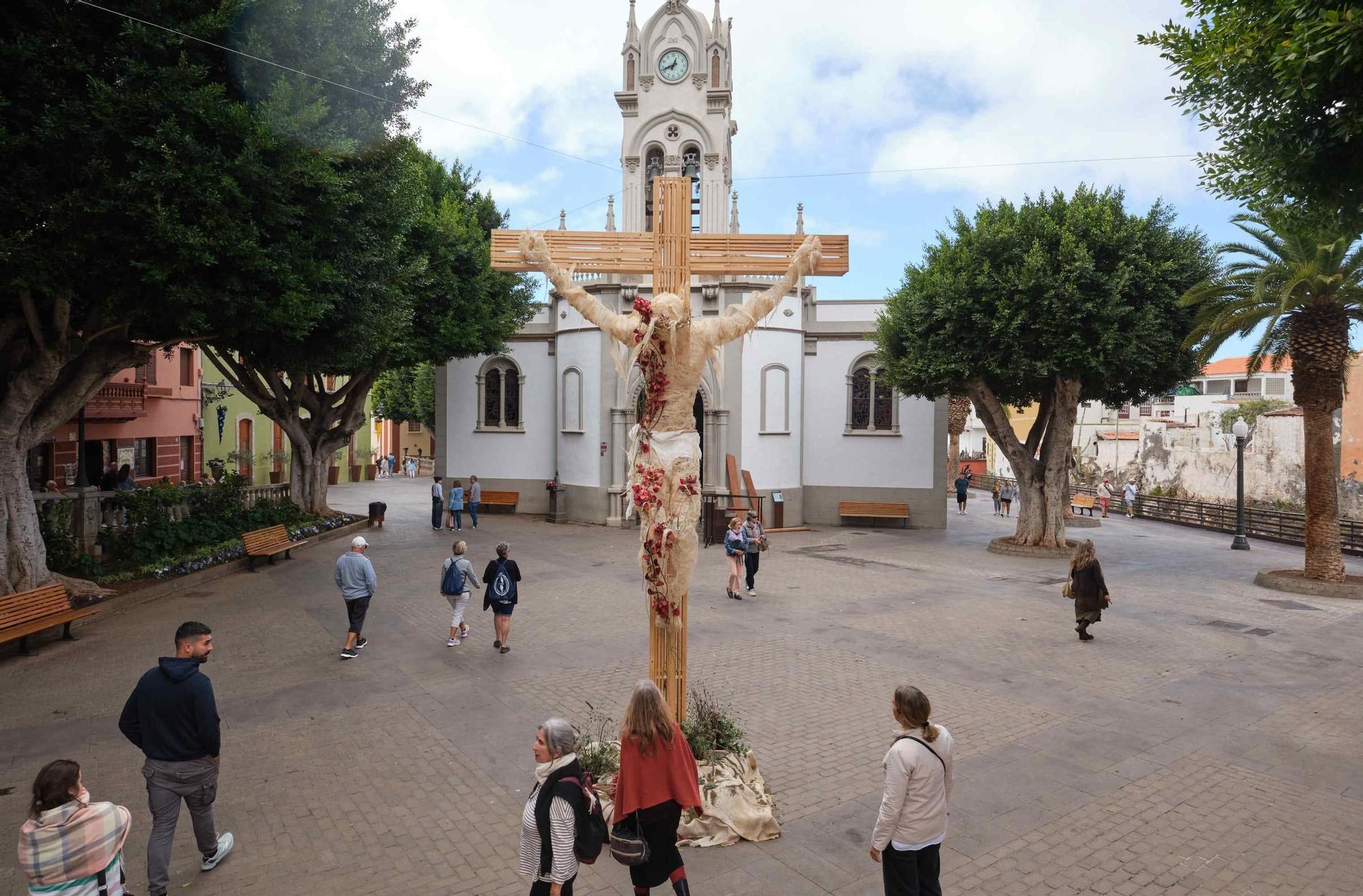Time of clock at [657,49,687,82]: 12:42
